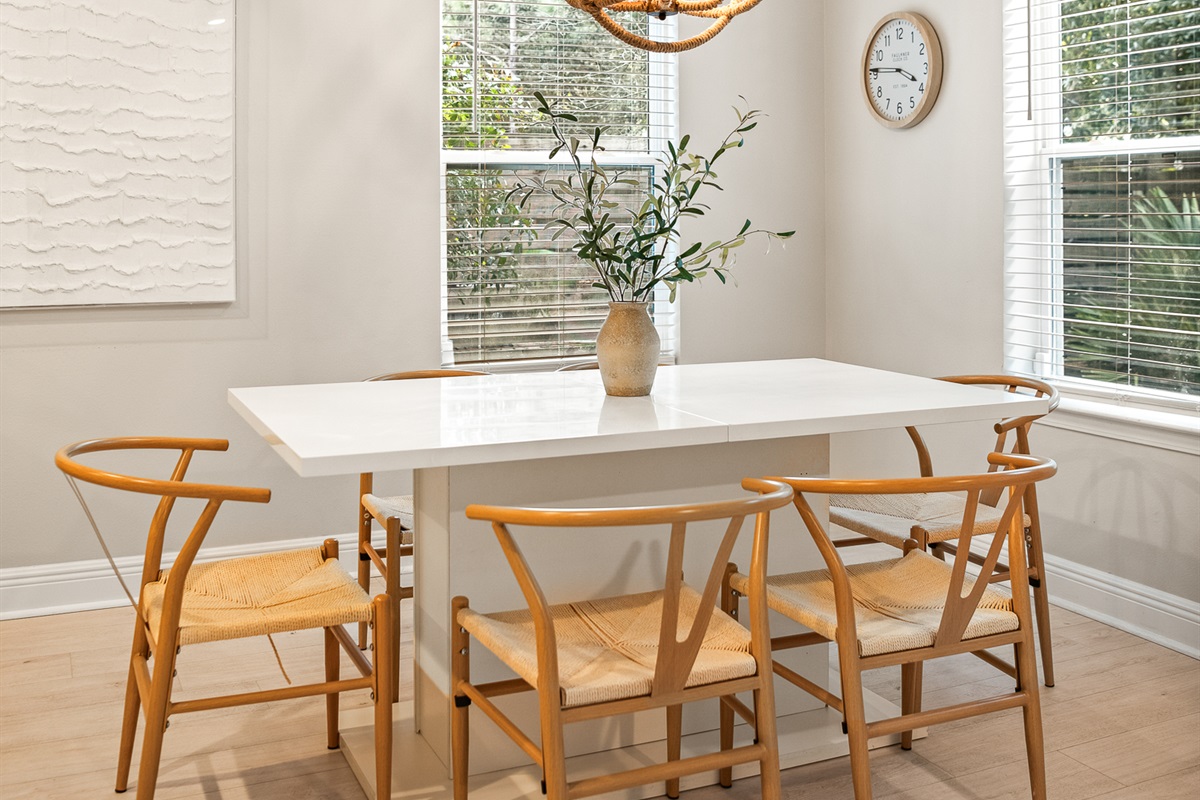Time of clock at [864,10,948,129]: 3:45
